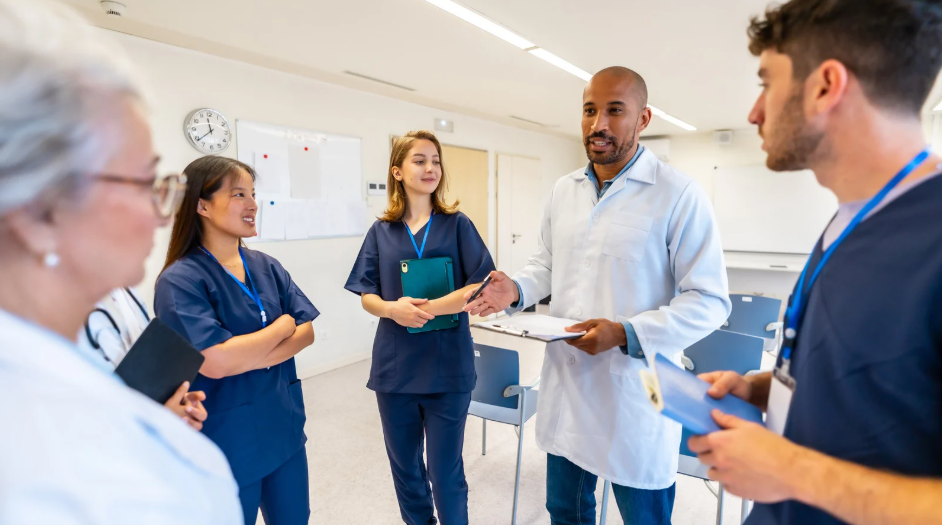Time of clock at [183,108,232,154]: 11:38
